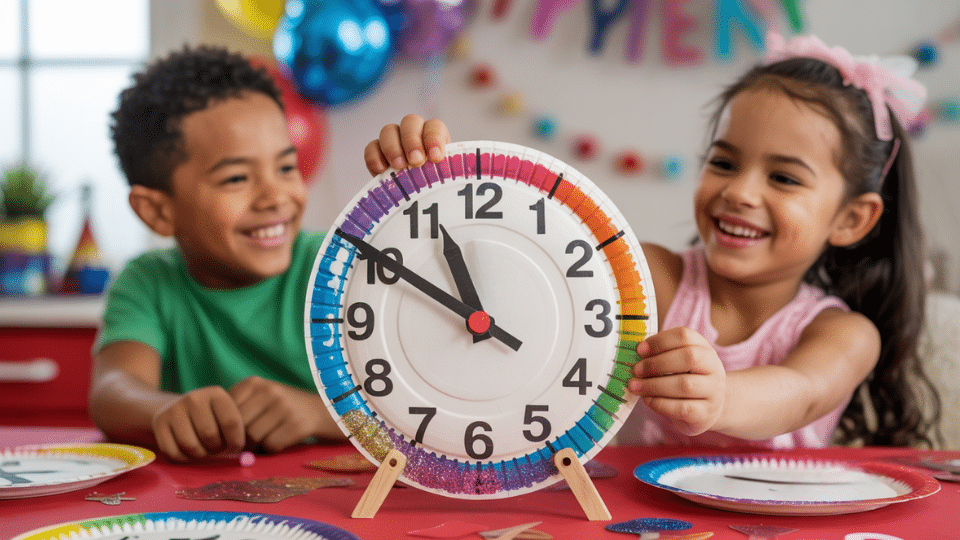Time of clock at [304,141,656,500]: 10:50
